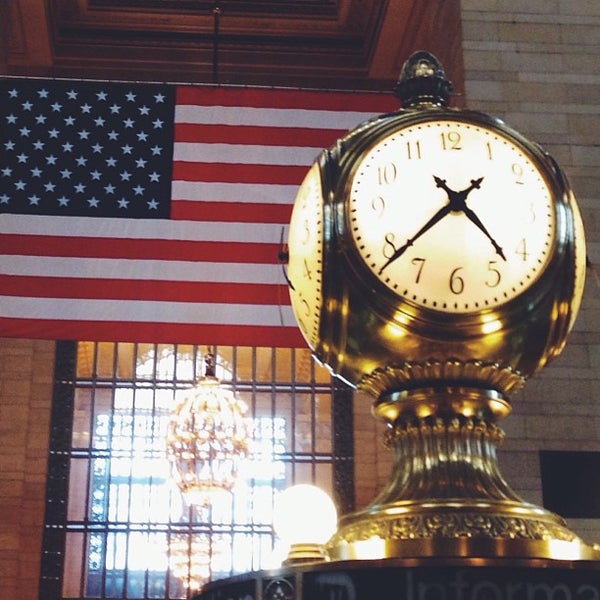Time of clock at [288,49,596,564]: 4:38
